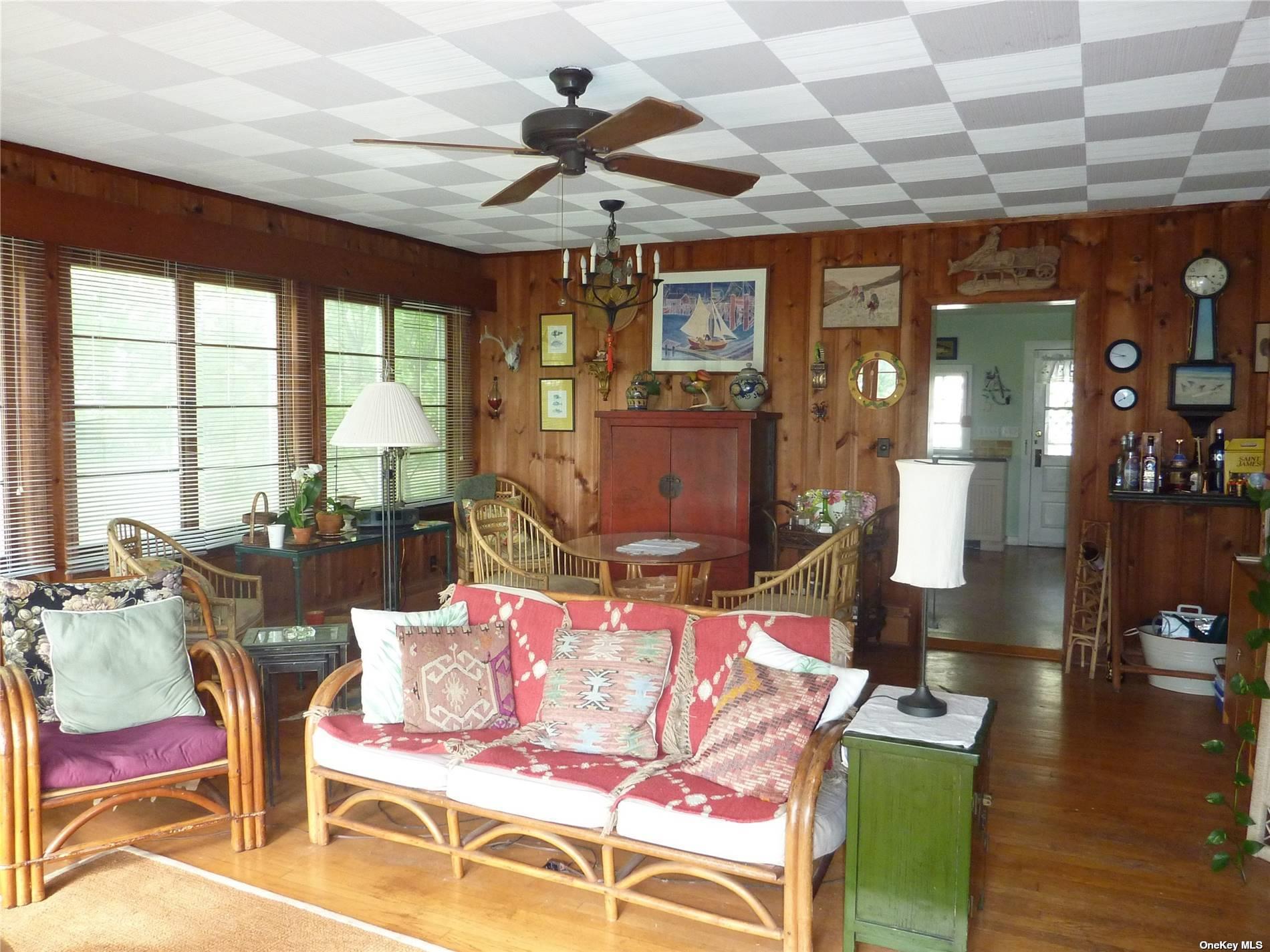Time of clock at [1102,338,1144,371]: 8:47
